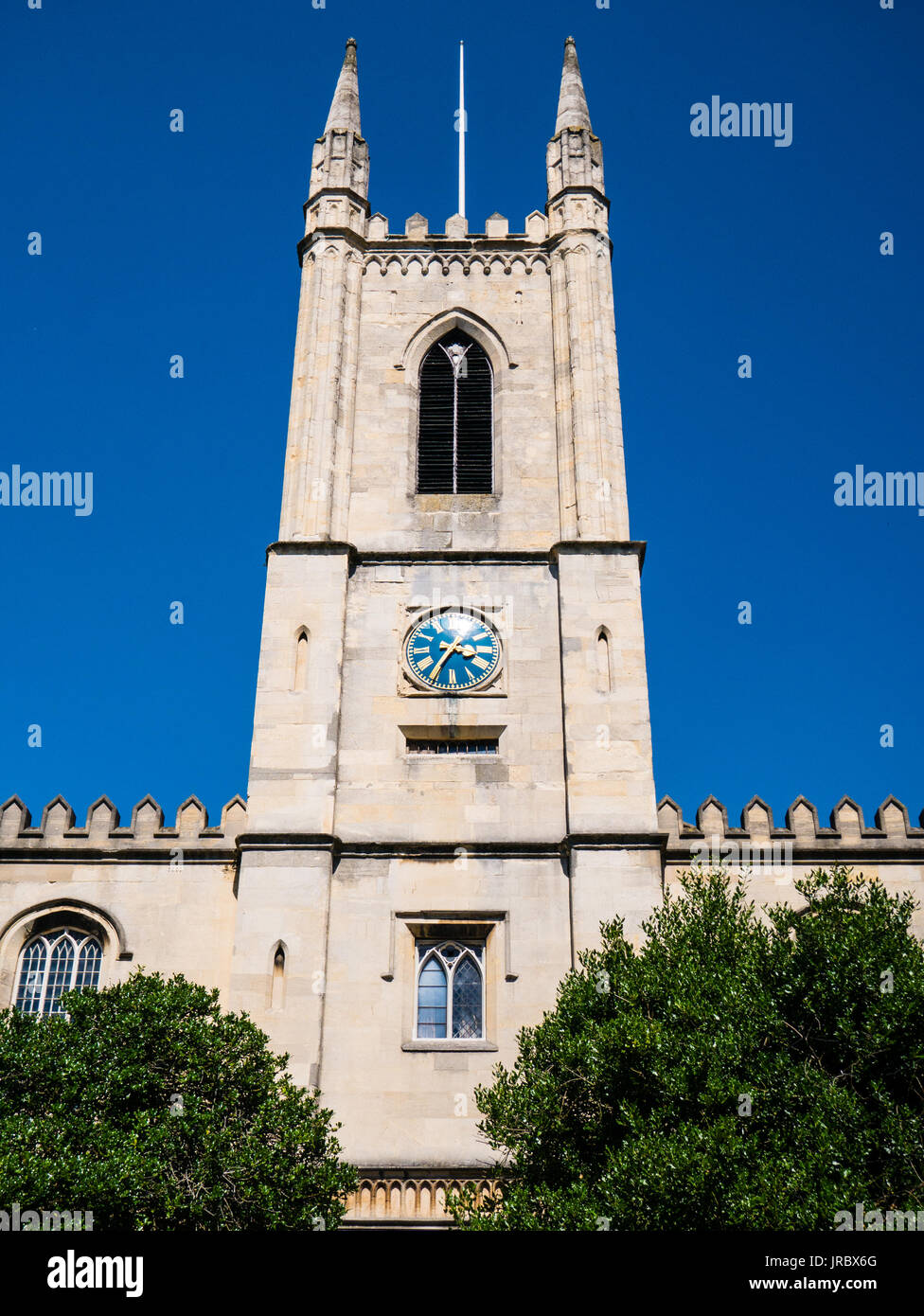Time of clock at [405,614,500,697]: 3:35
